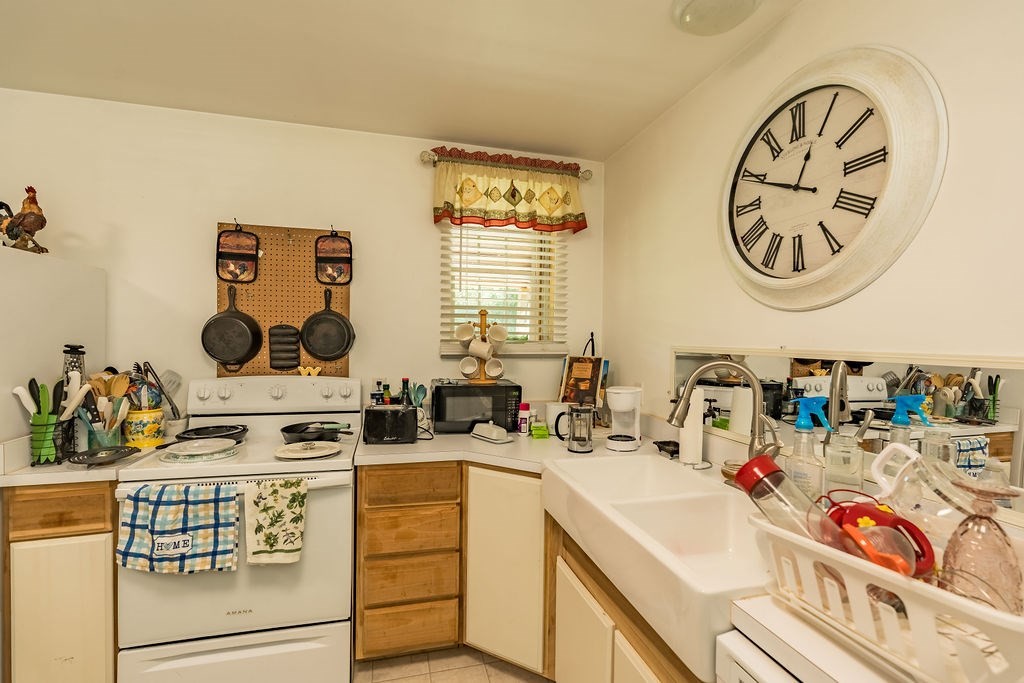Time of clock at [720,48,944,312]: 12:49
